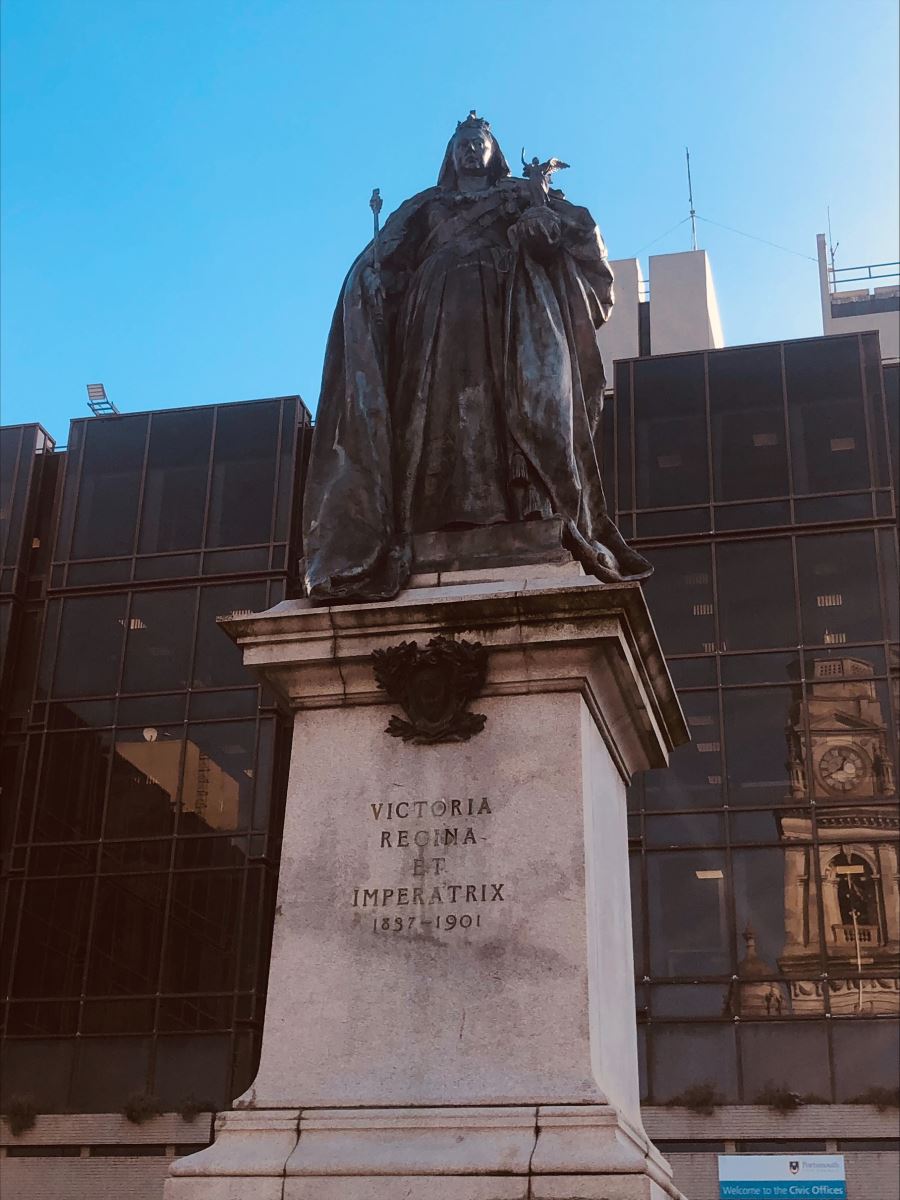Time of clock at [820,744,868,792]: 12:40
